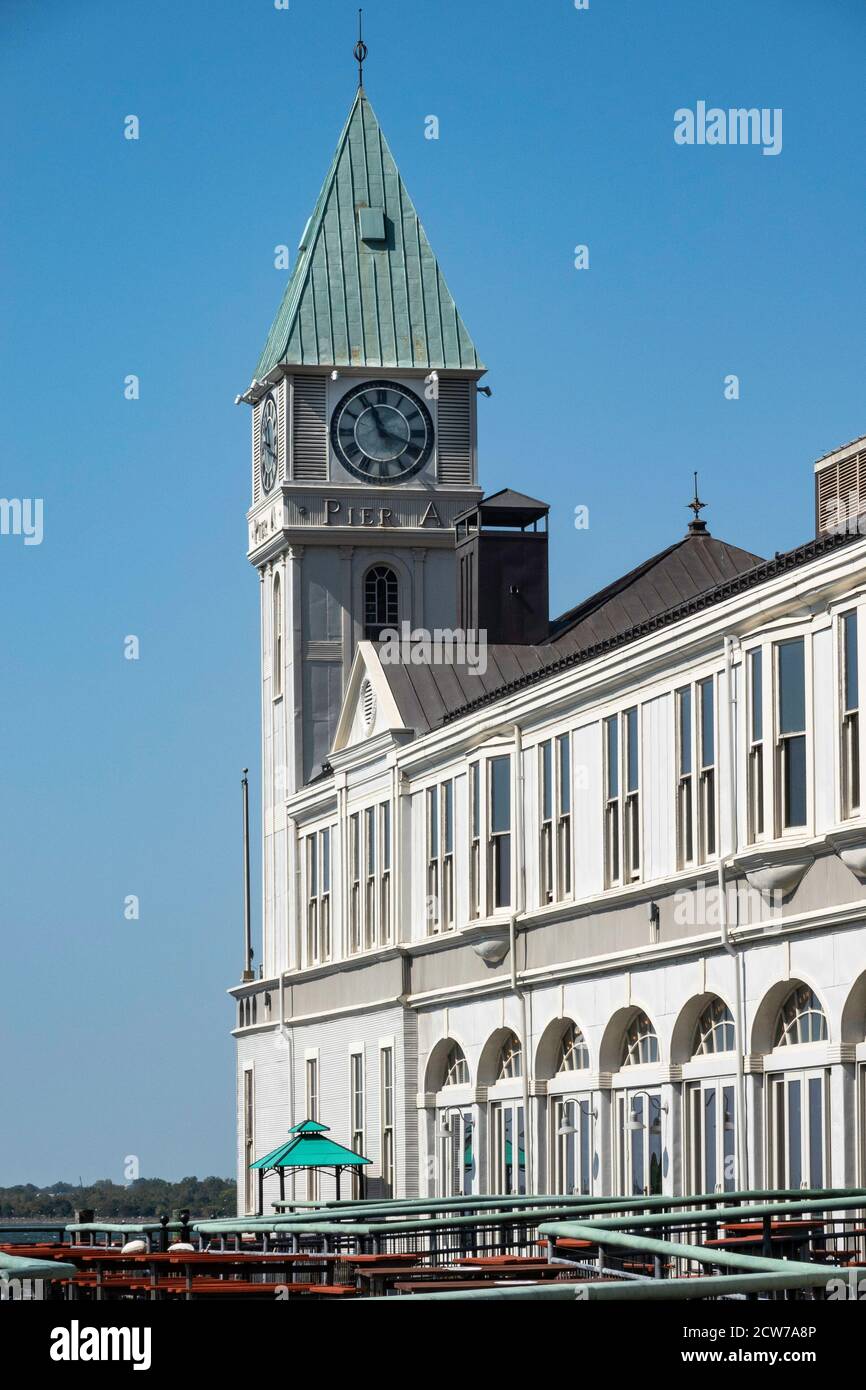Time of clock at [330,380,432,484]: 11:18
